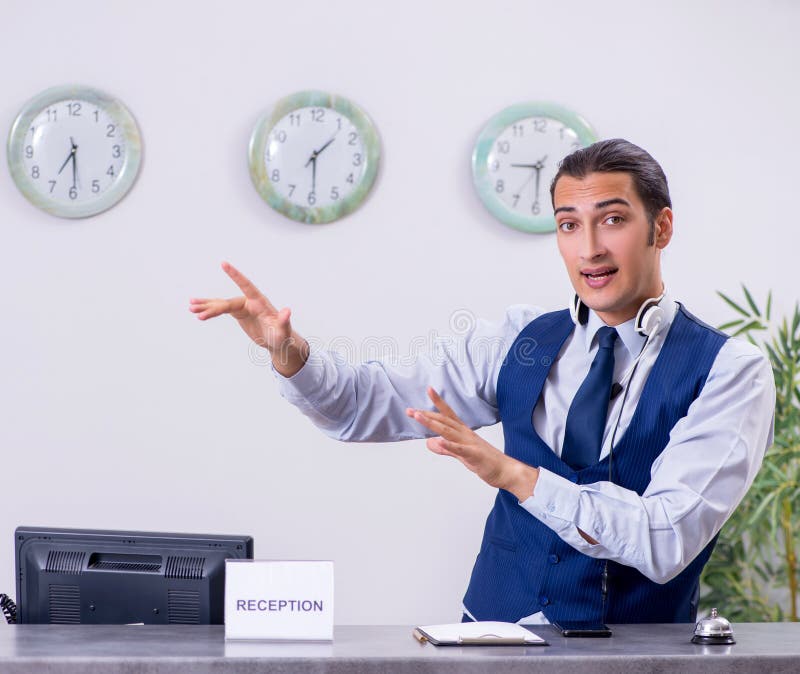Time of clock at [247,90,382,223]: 1:29
